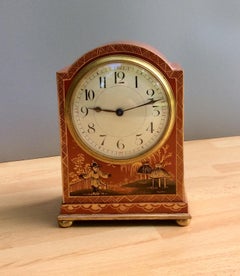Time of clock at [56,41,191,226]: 9:12
